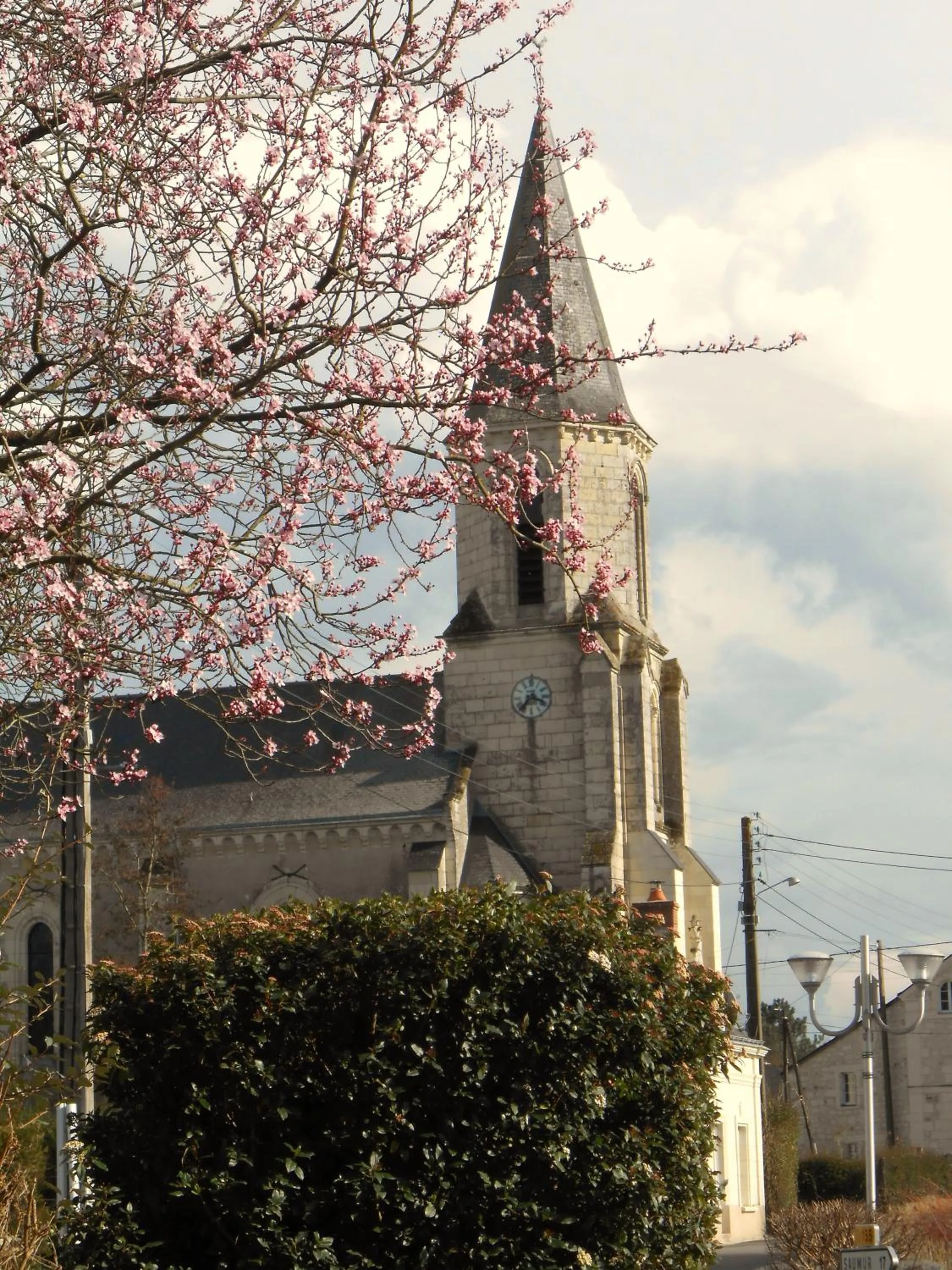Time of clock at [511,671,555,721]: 7:18
